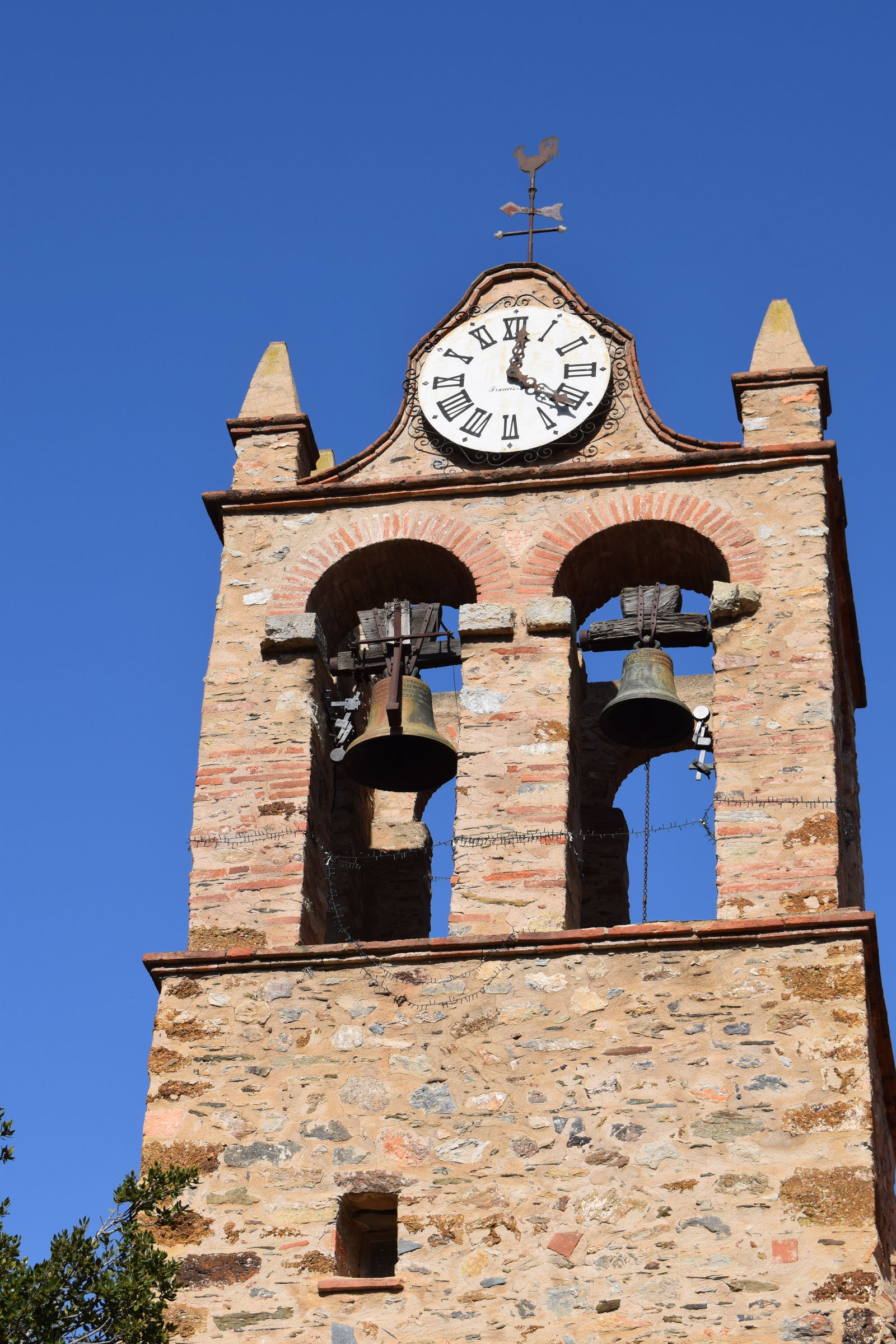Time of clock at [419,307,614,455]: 12:21
